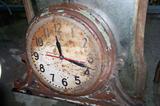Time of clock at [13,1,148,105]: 11:18
